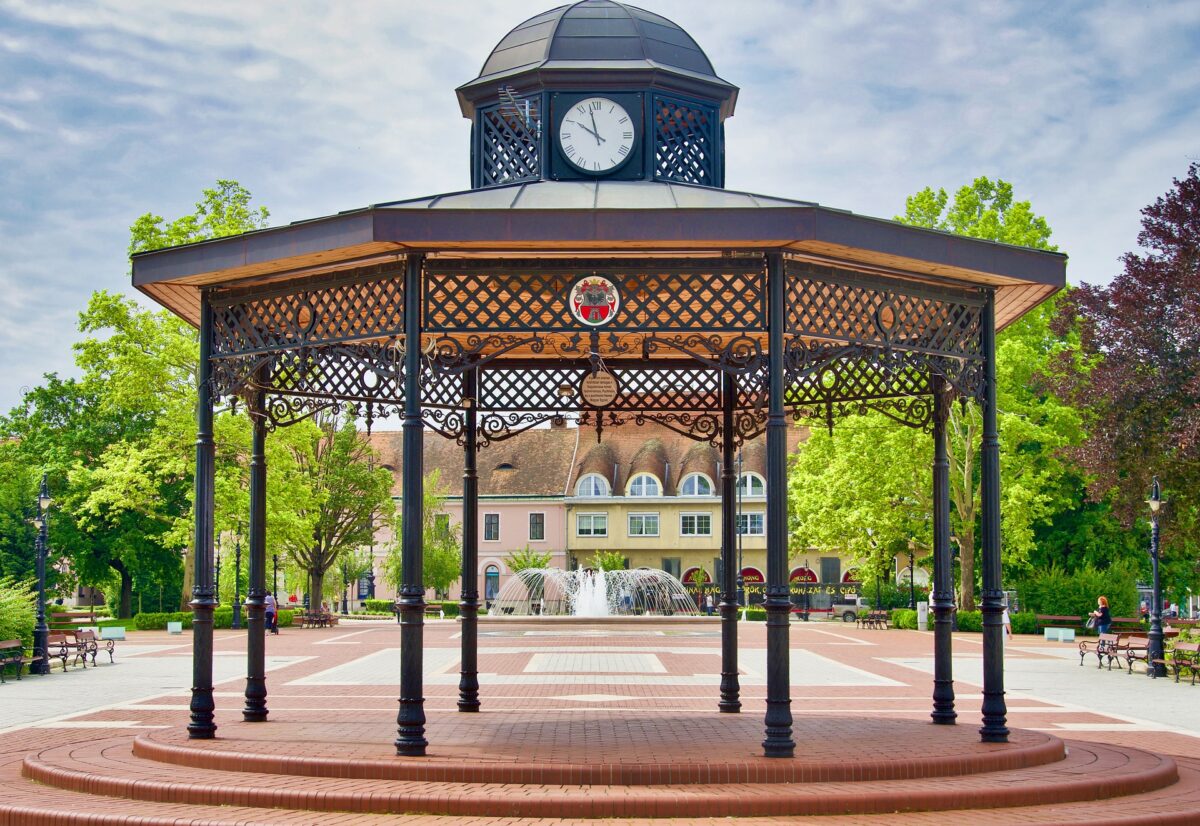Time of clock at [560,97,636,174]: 9:57
